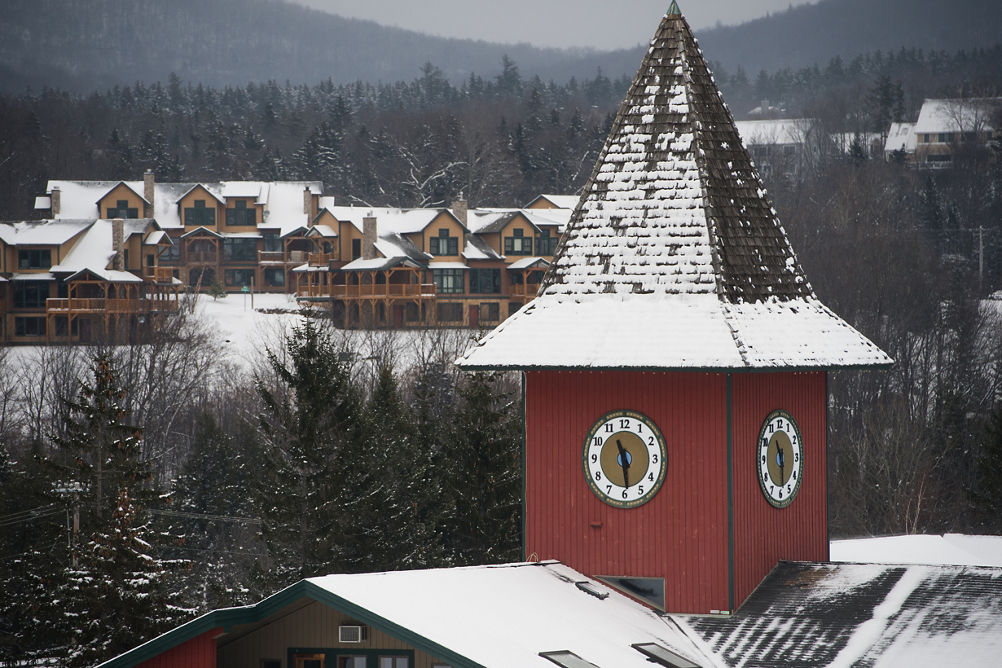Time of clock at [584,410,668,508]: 11:29
